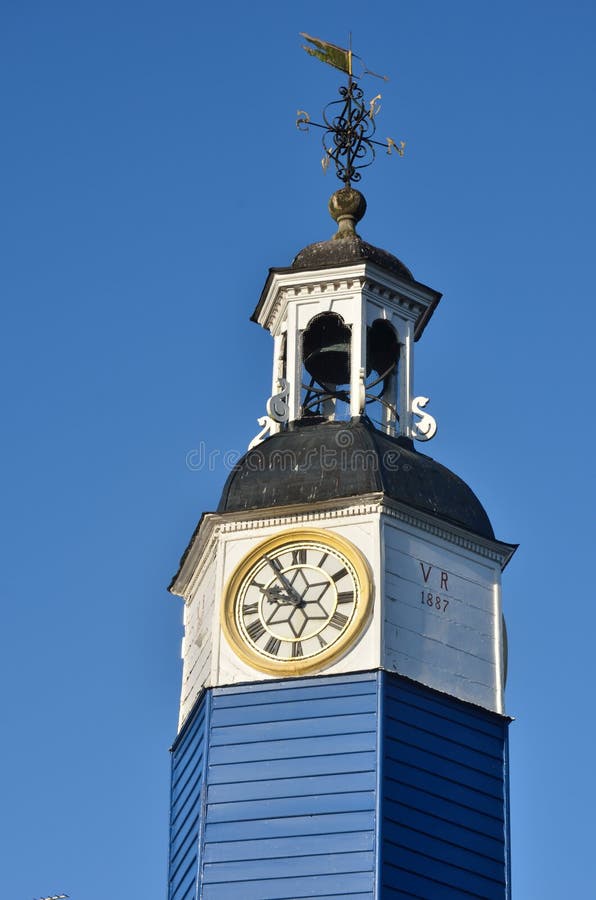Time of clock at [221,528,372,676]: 9:54
